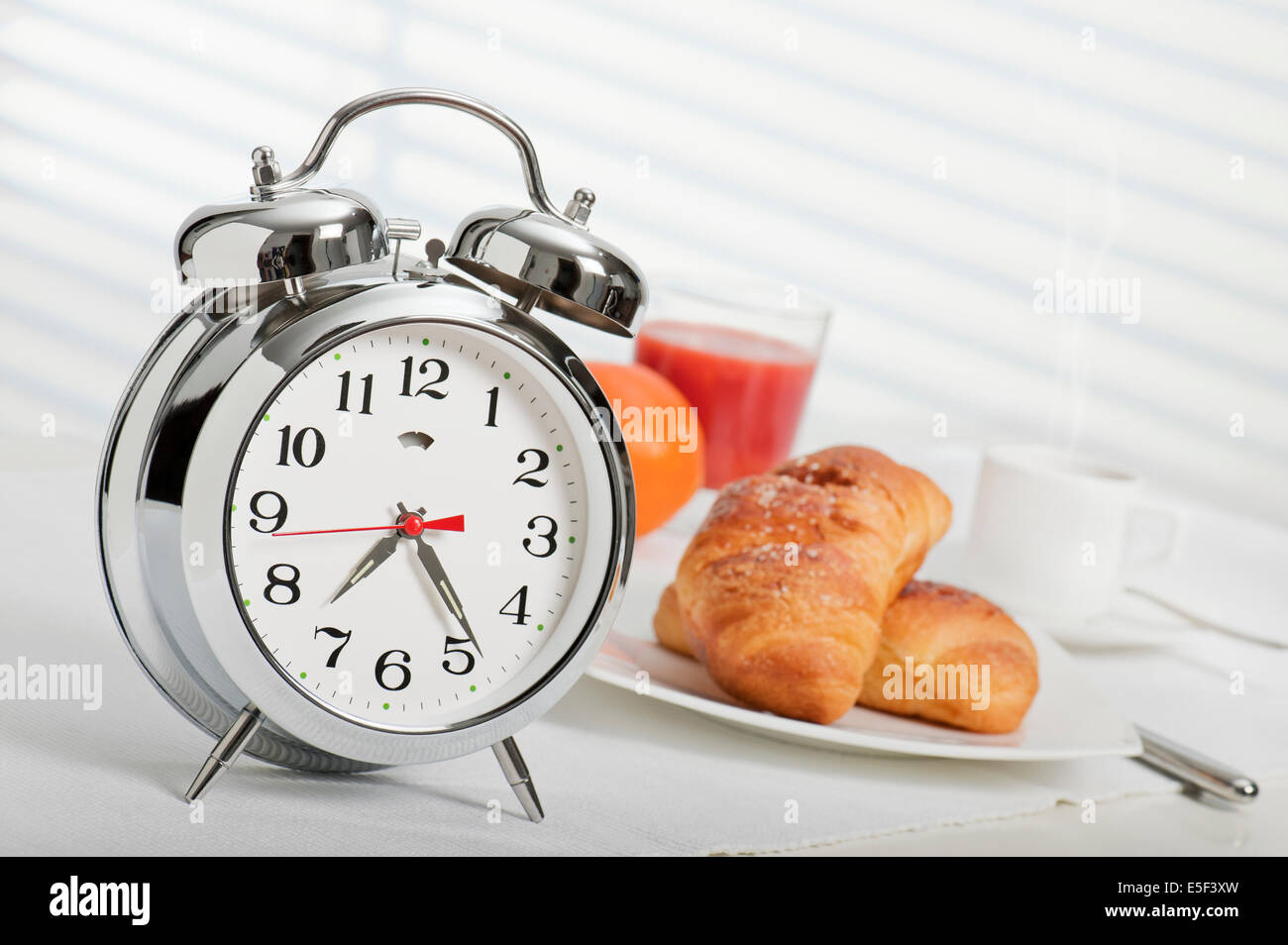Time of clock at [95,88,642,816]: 7:23
